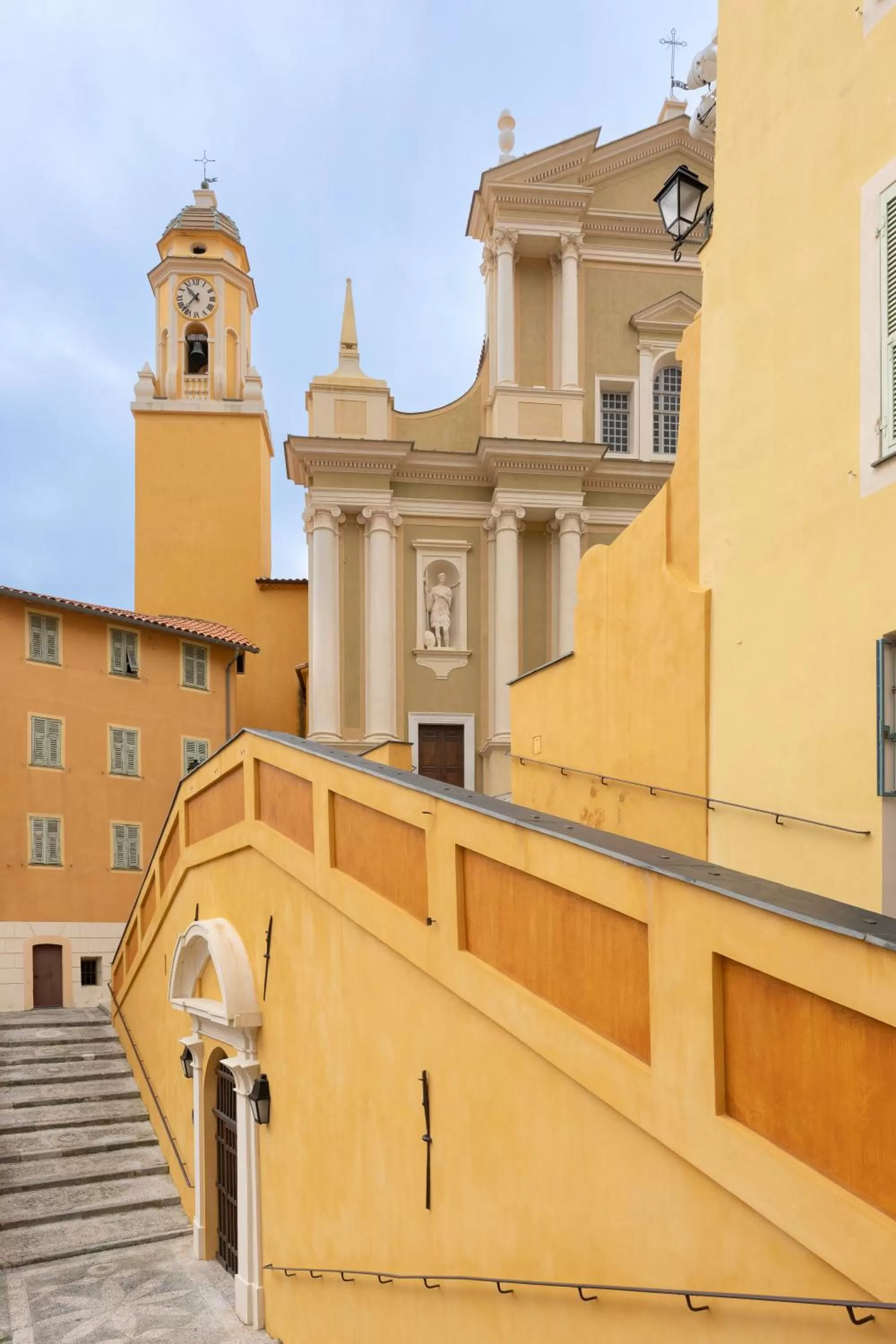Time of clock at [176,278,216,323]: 10:36
